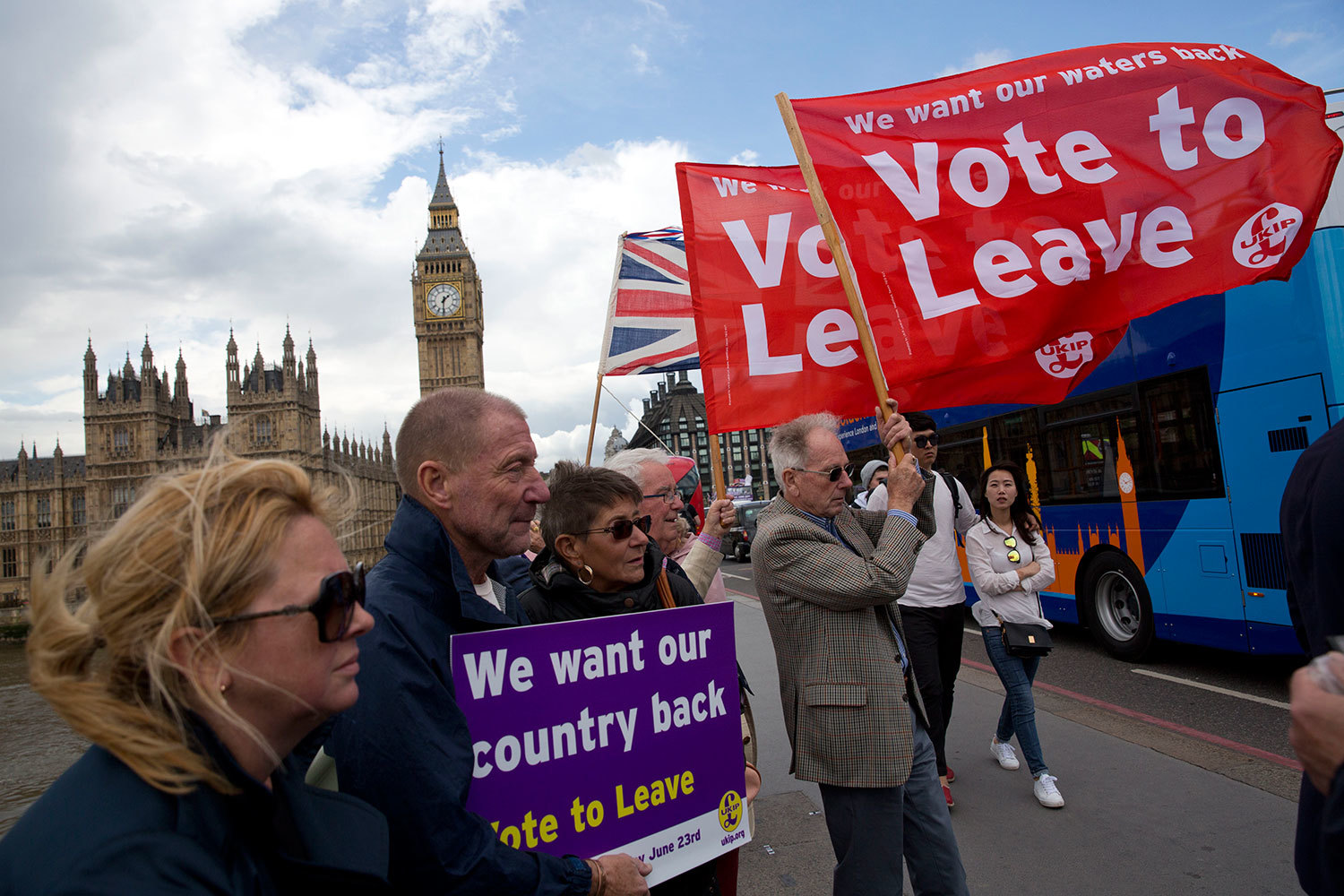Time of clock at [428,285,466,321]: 1:30
